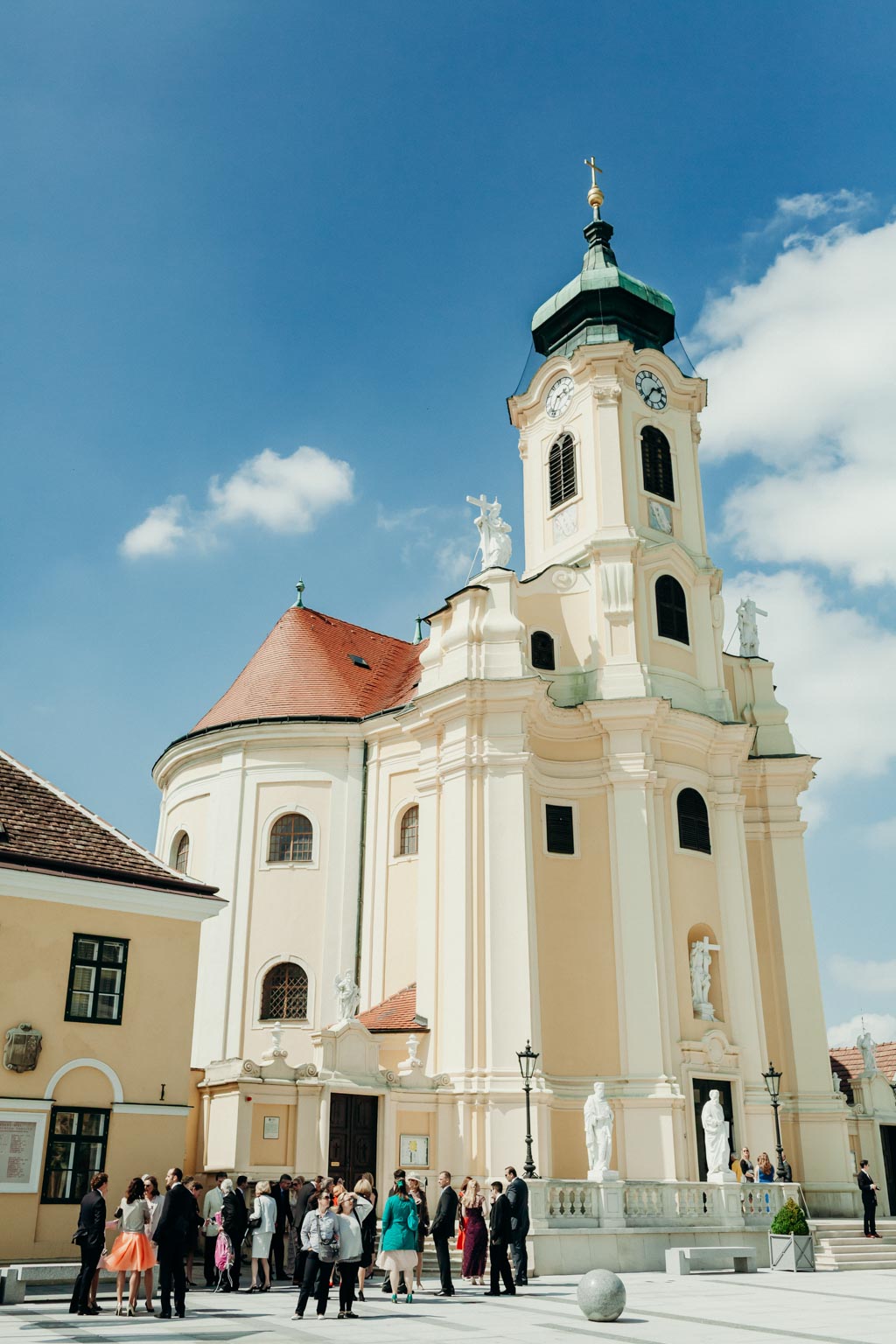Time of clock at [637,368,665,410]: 2:36
